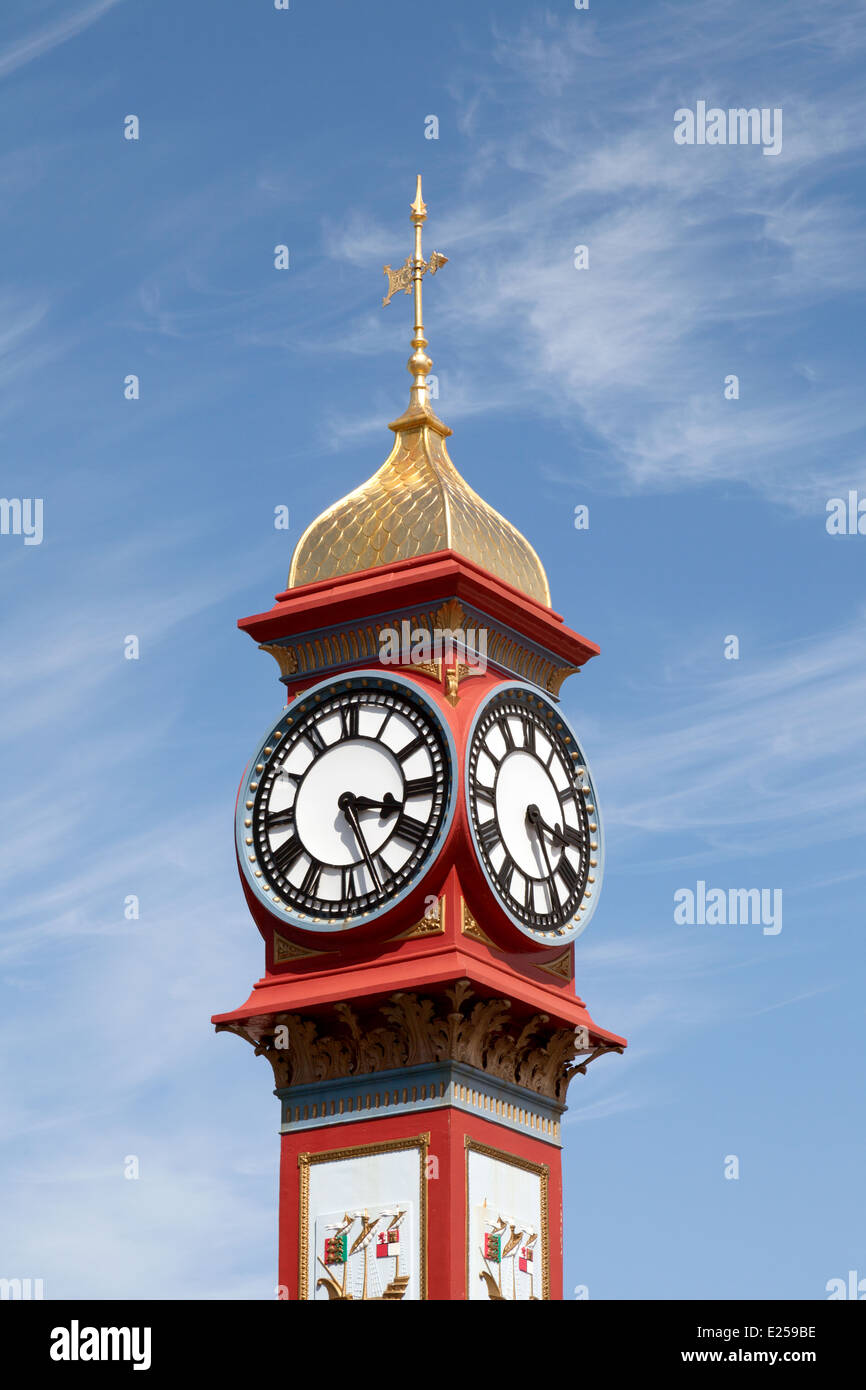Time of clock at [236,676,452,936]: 3:26
